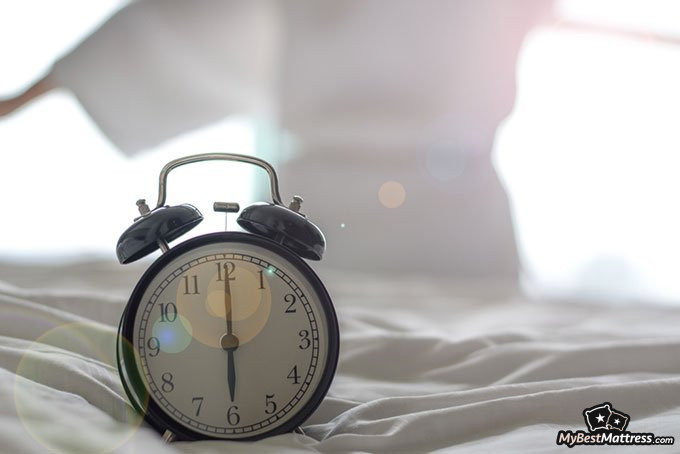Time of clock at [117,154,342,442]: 6:00
